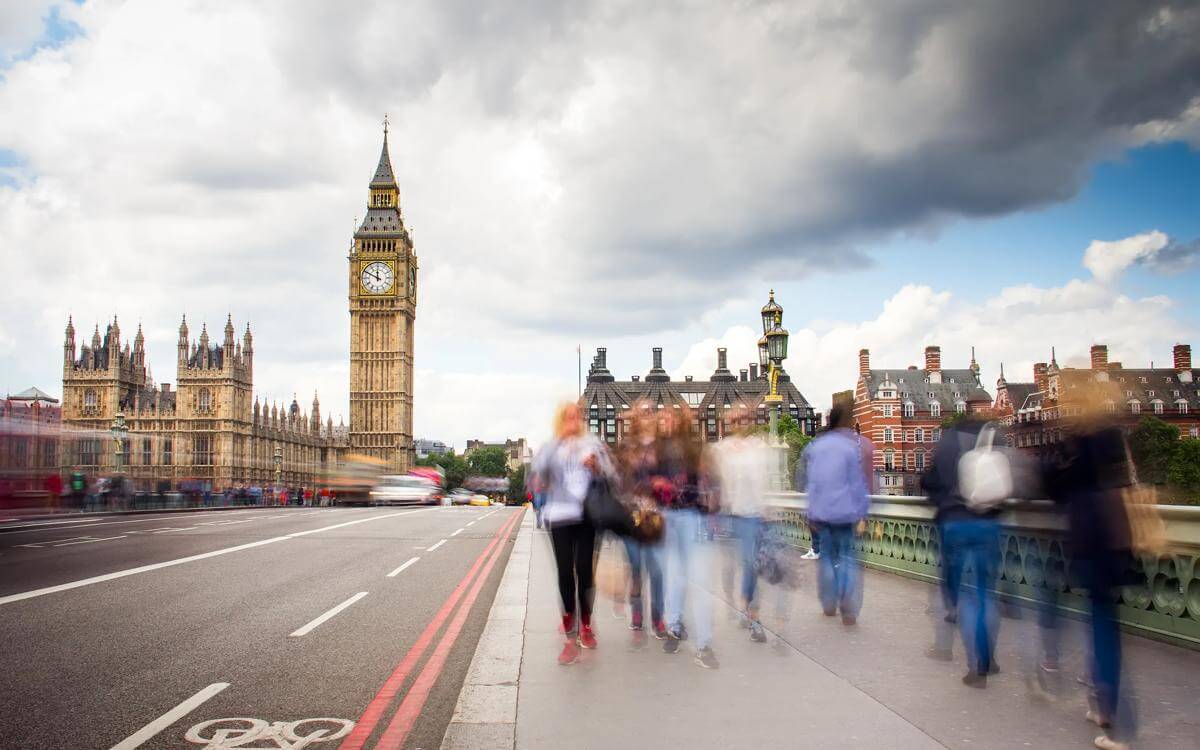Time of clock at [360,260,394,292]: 11:49
